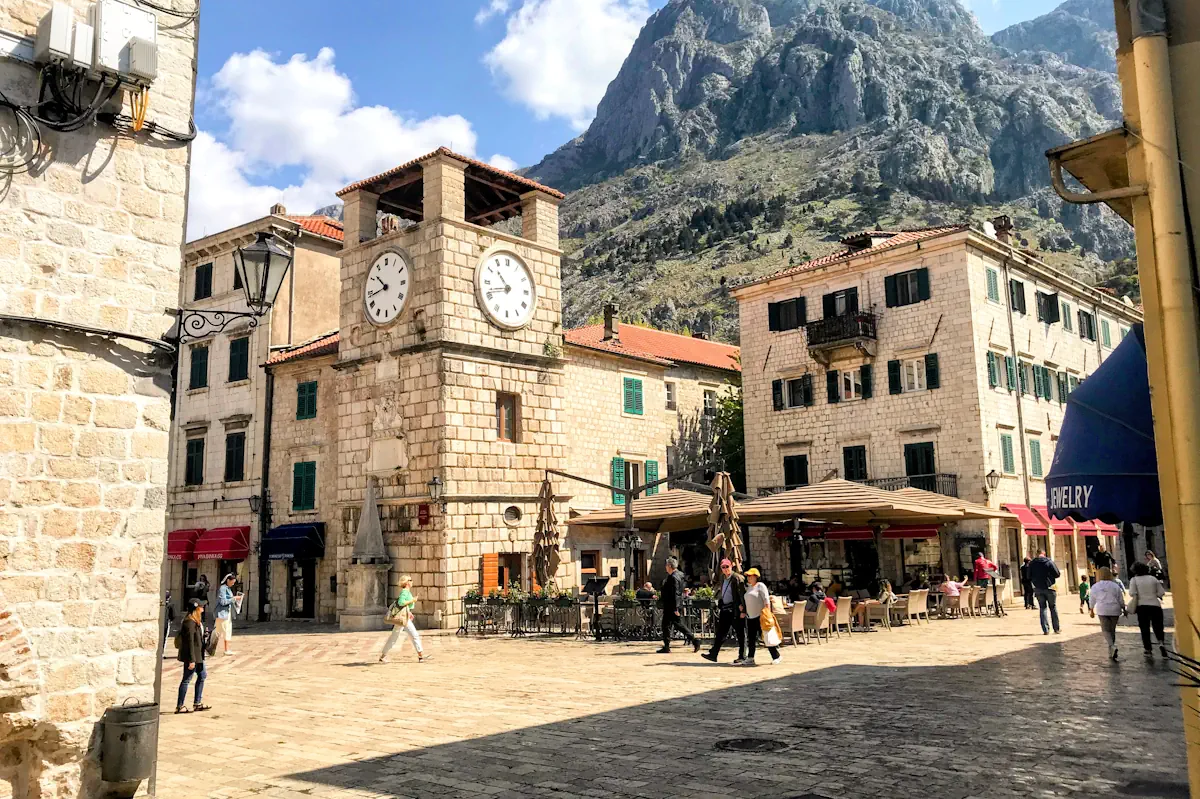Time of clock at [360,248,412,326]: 10:43
